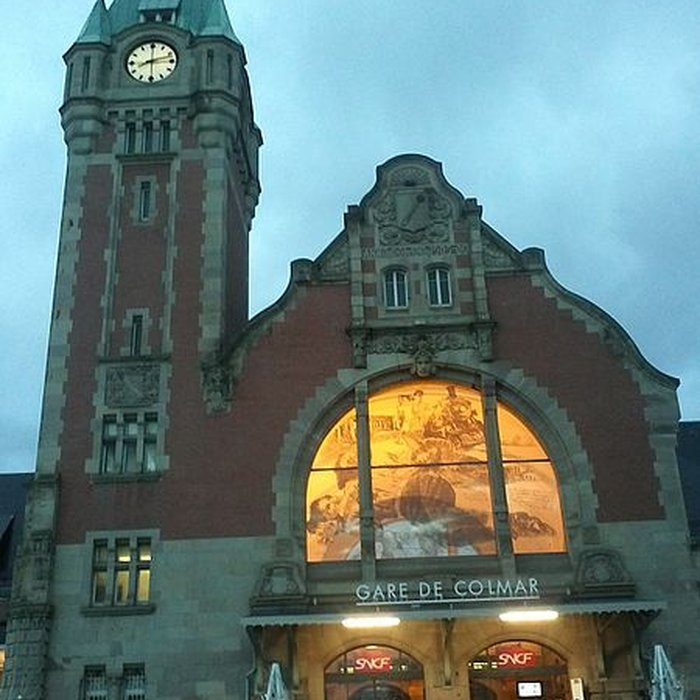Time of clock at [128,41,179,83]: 8:12
